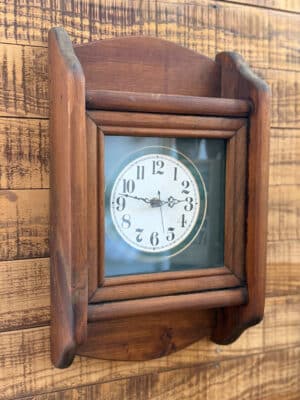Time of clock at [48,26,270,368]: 2:46
